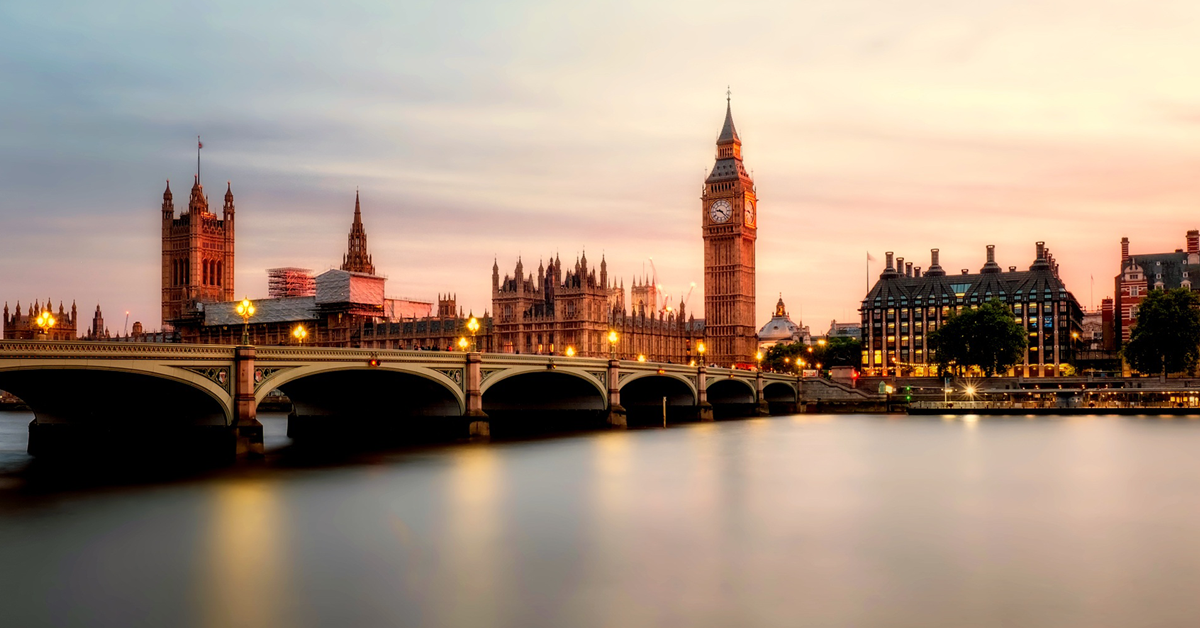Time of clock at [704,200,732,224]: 9:22
